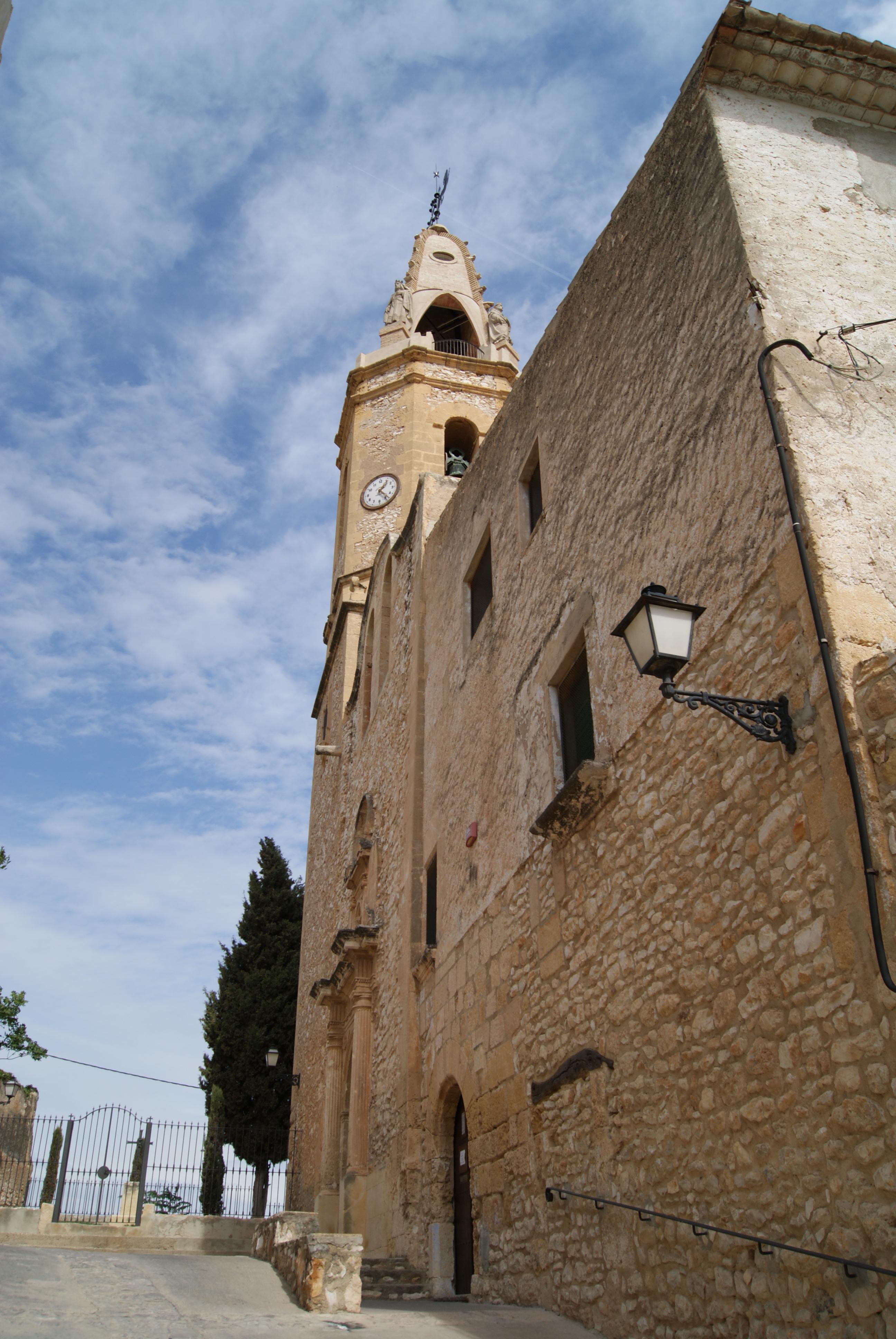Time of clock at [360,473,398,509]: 1:23
